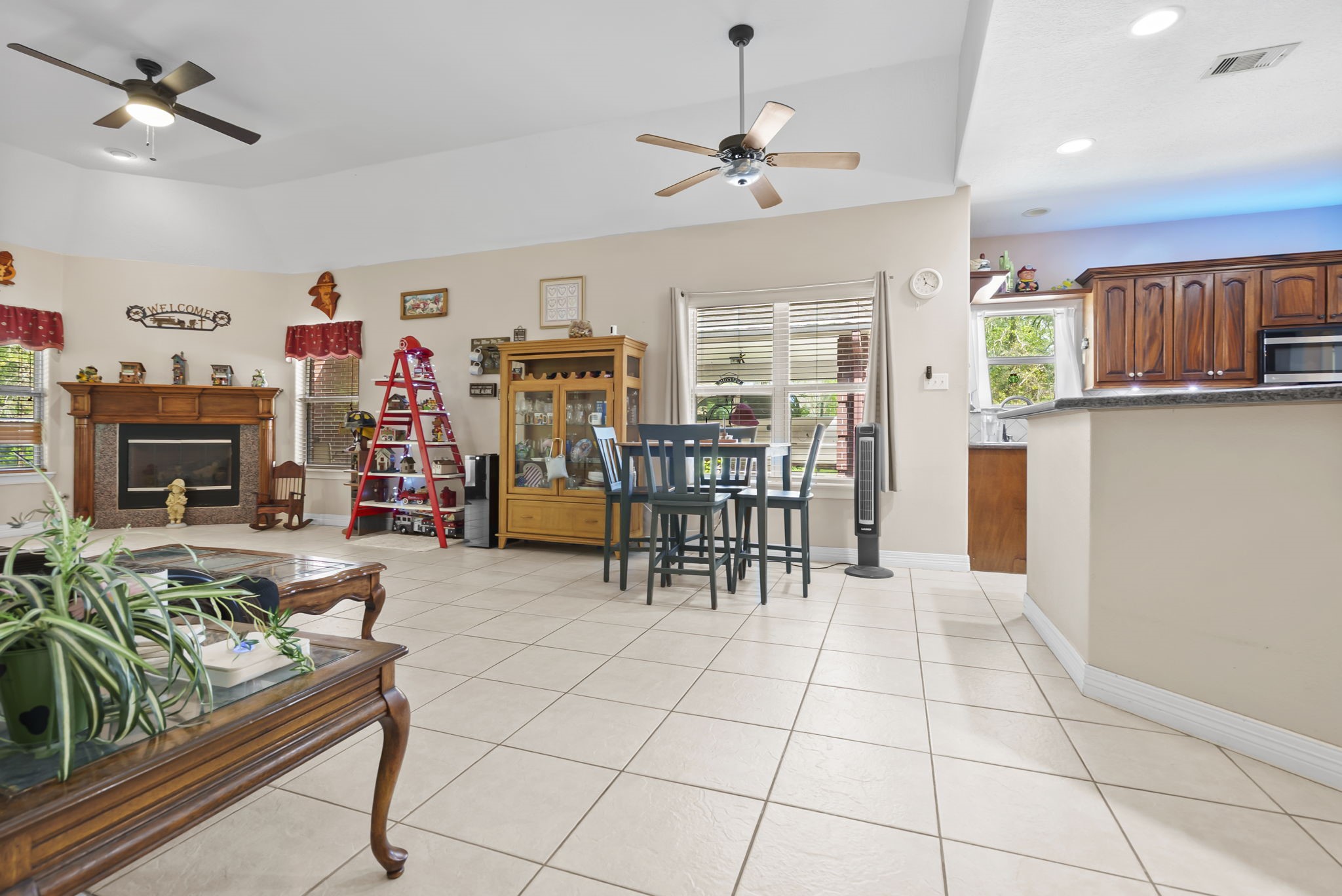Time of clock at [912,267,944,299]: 11:20
